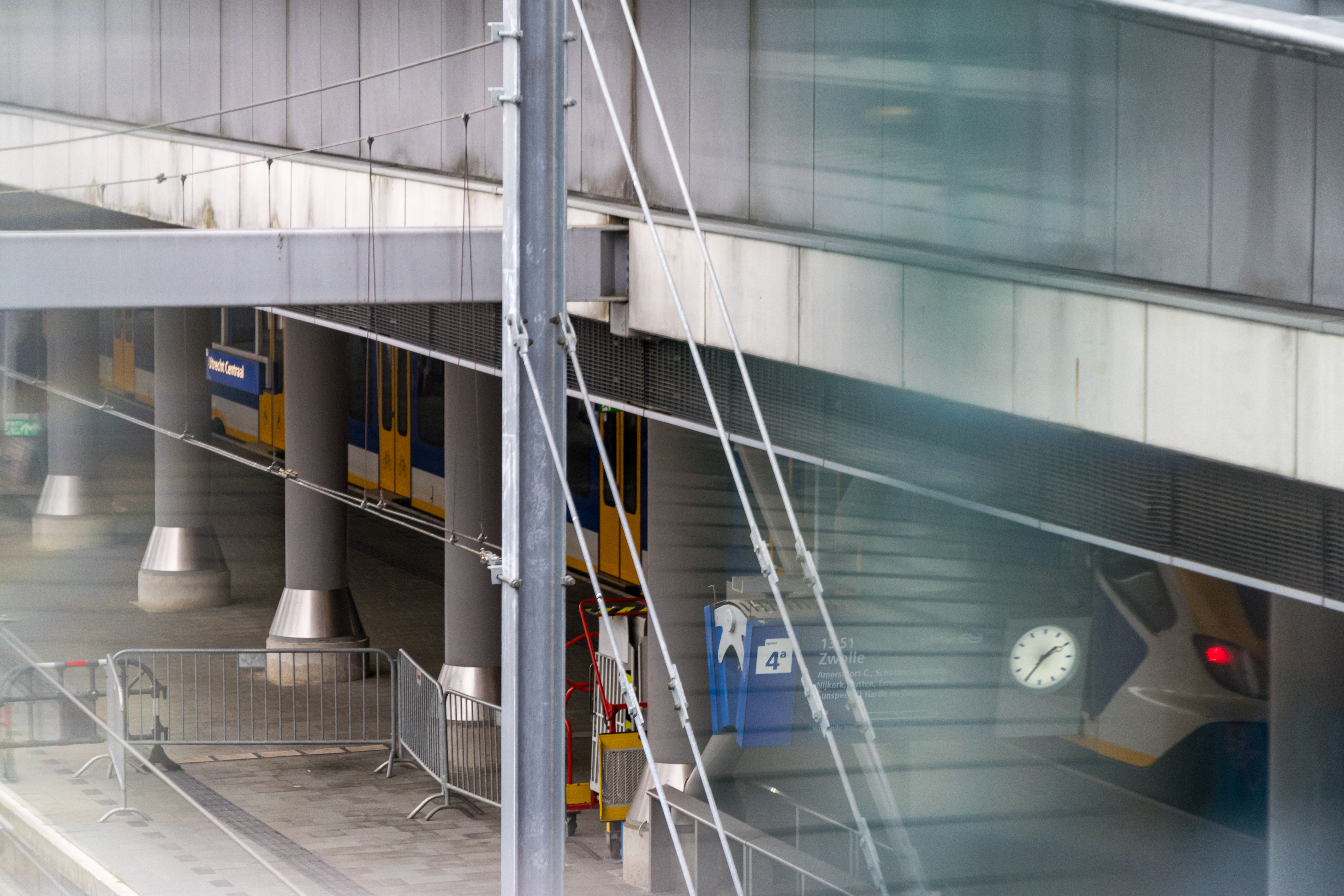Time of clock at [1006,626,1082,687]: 1:35
